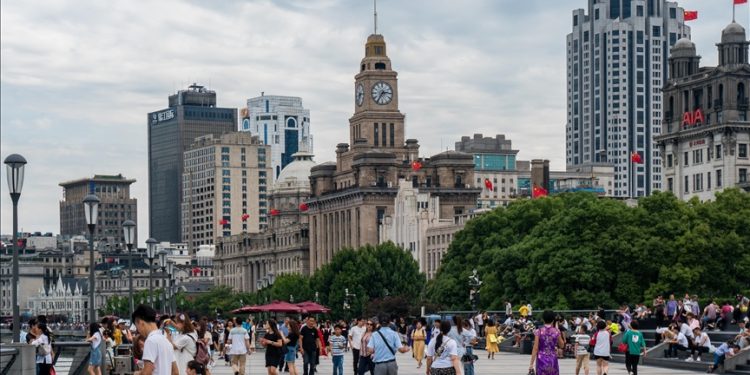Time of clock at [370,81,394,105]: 2:35
